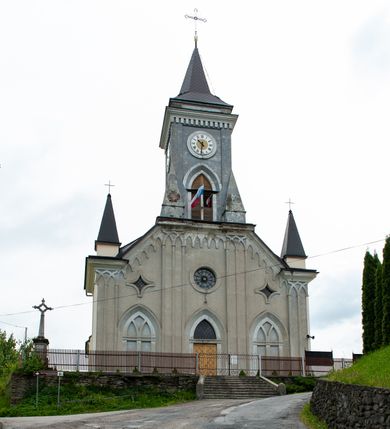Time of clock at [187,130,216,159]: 10:31
